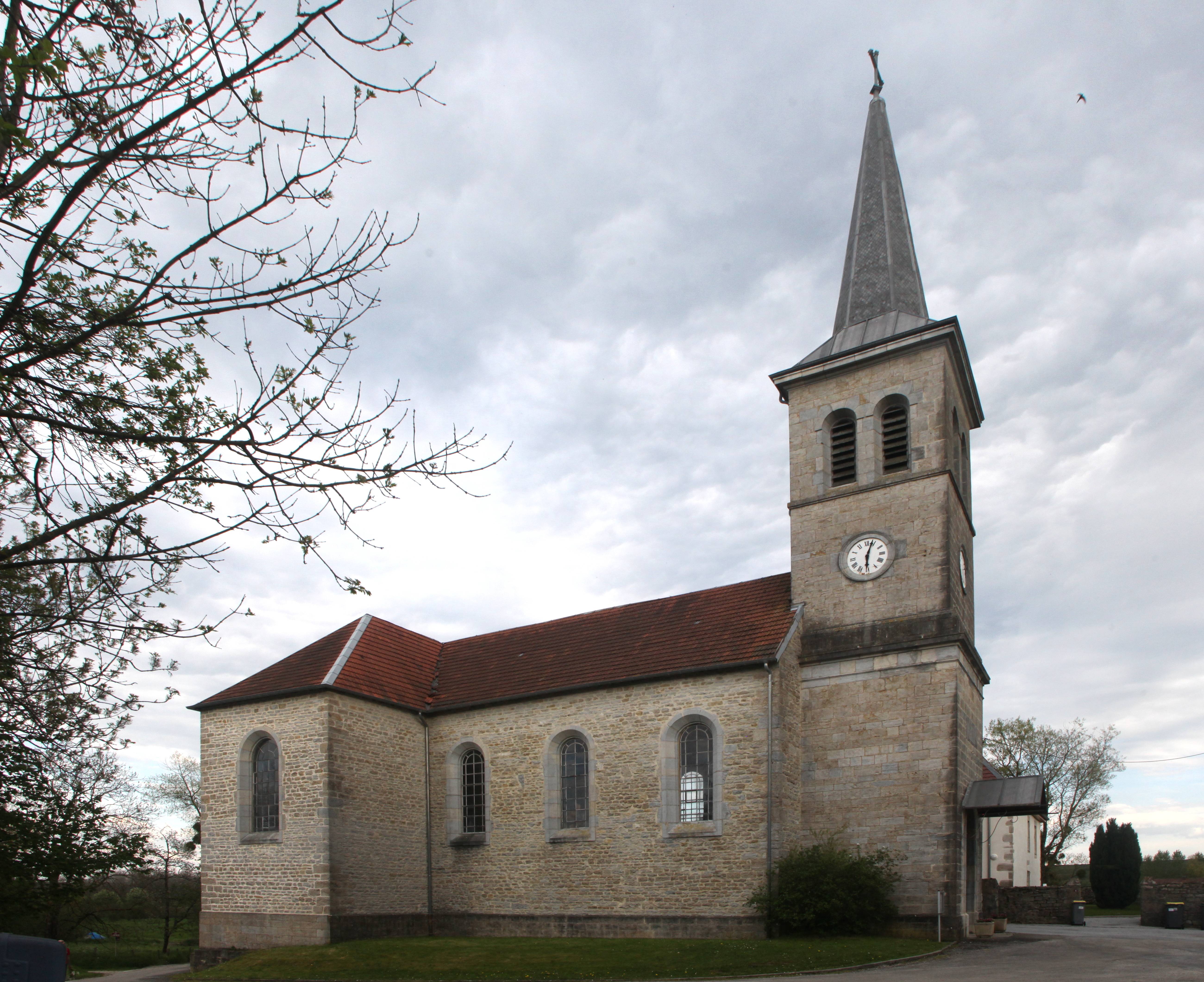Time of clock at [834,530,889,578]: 6:03
